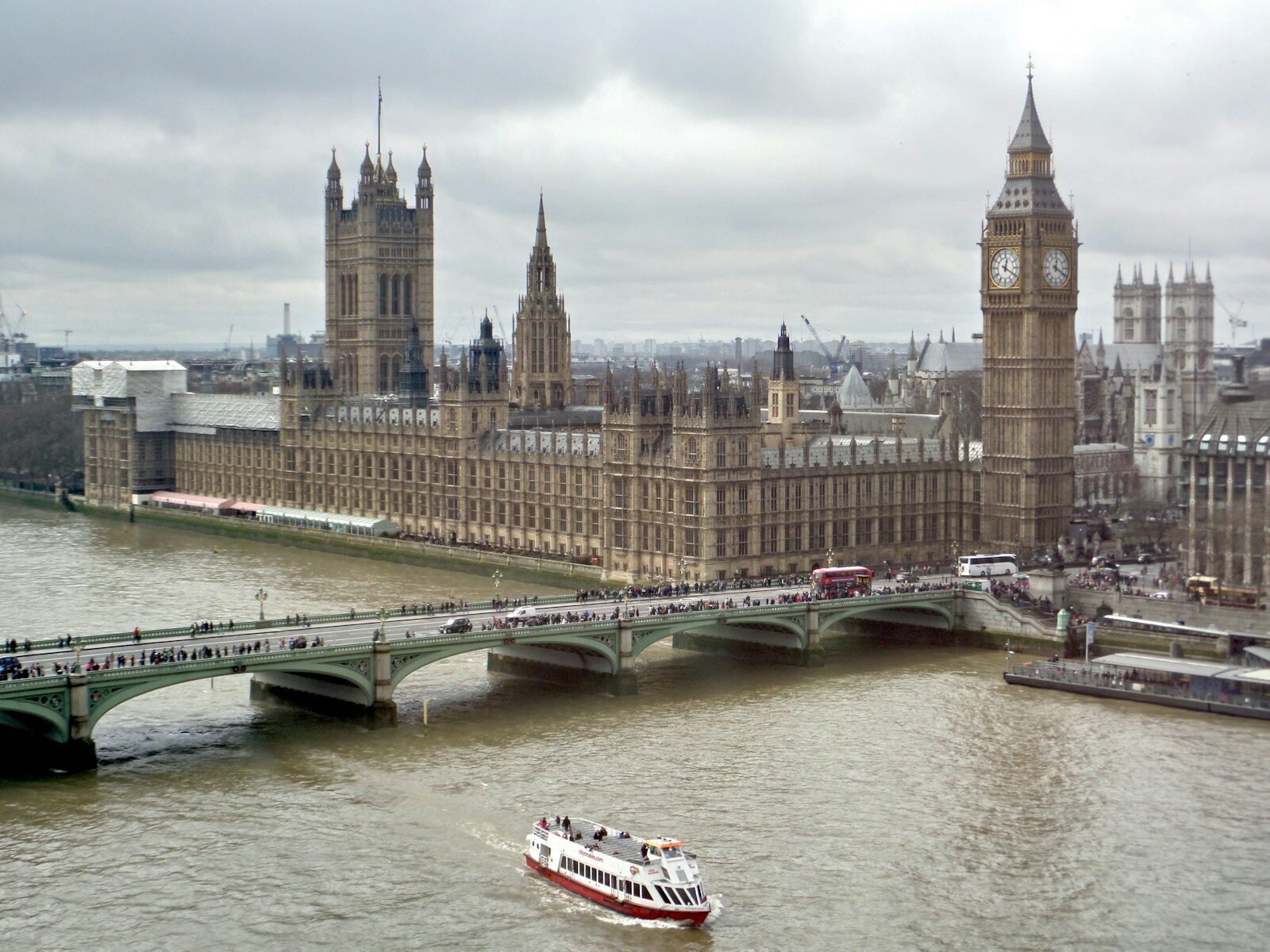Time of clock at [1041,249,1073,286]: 12:19
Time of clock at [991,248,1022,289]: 12:19
